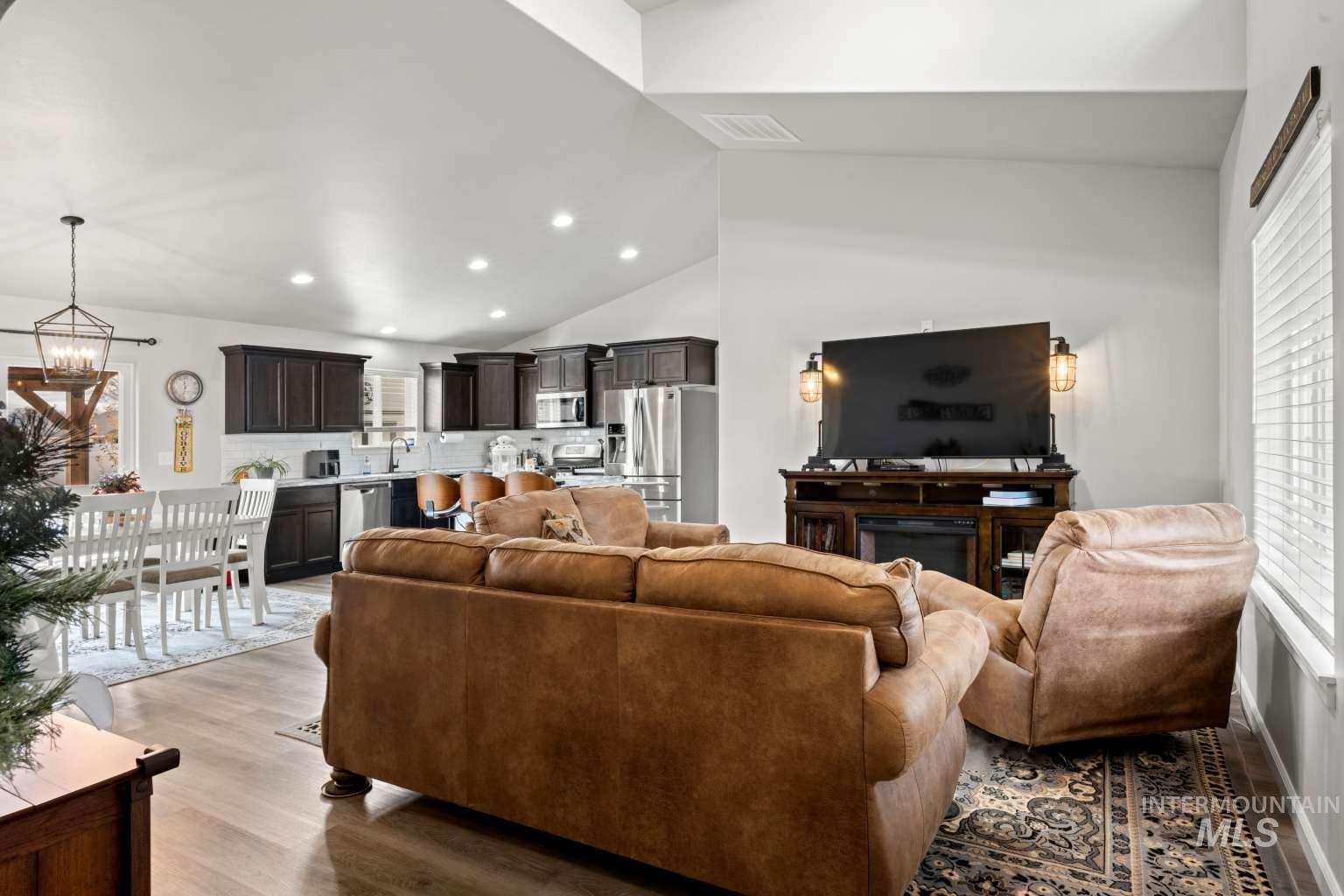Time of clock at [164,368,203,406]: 11:32
